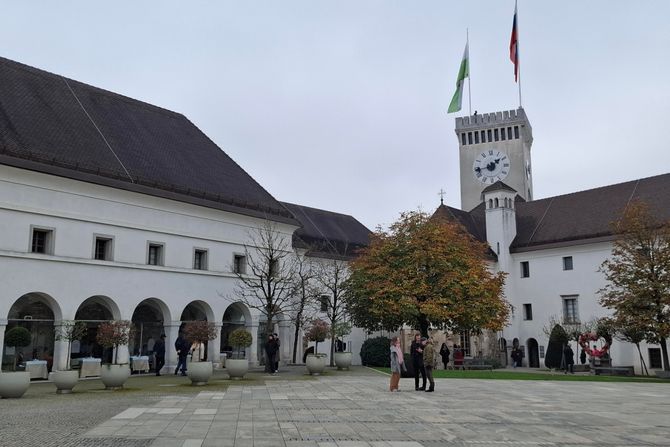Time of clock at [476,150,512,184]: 1:43
